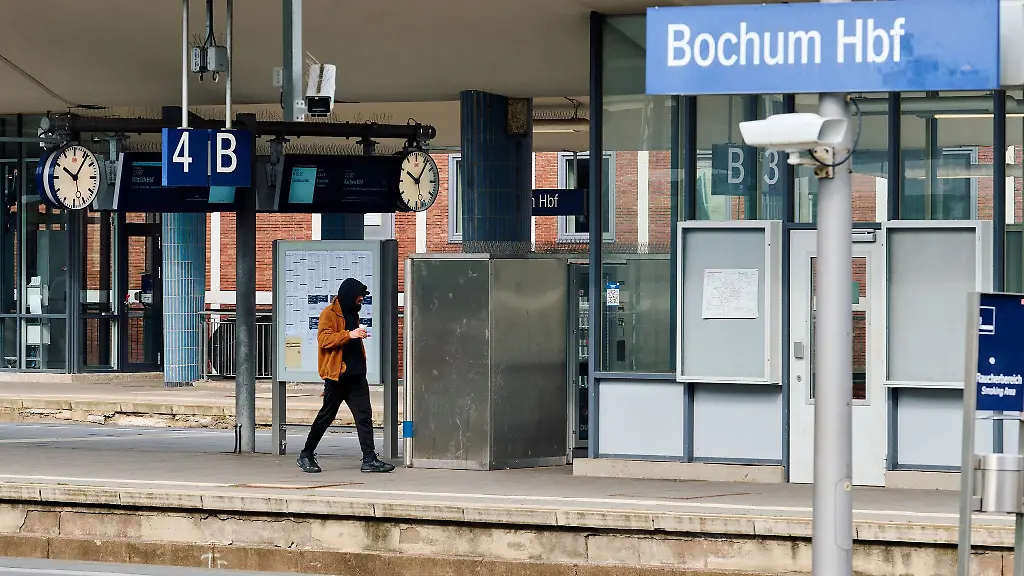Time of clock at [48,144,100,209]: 10:06
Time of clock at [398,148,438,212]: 10:06
